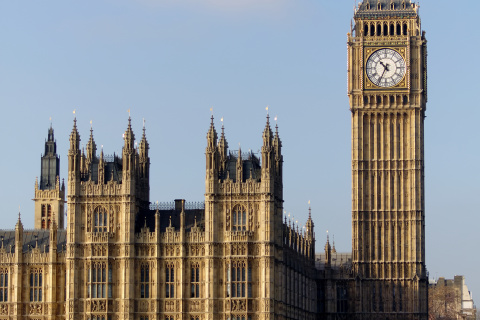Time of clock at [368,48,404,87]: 10:34
